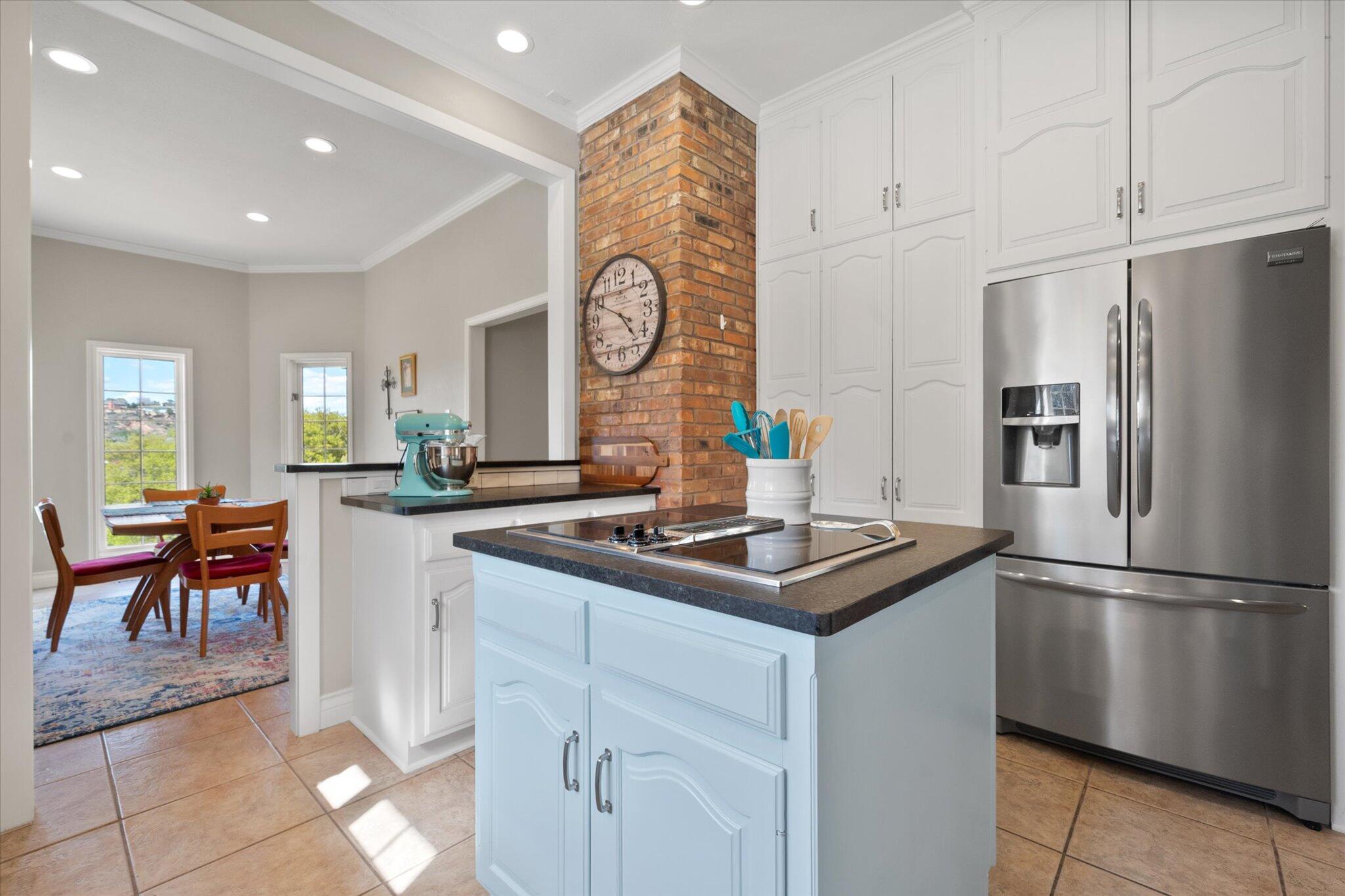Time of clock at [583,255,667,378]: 4:49
